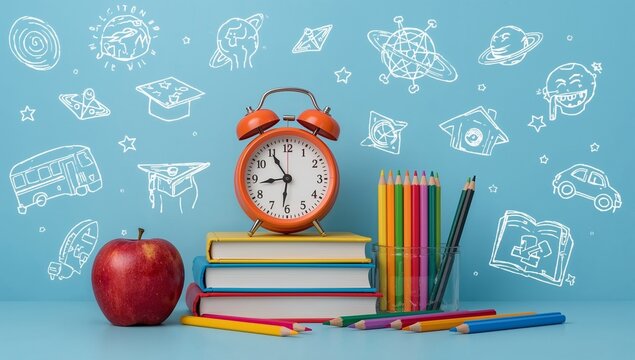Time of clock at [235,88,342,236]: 8:54
